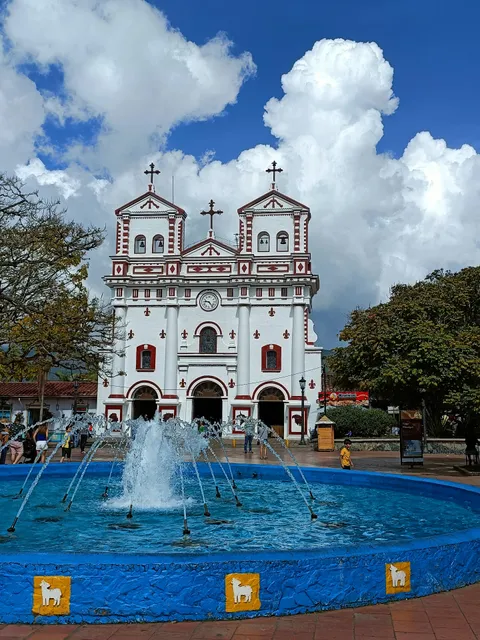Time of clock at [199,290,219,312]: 9:23
